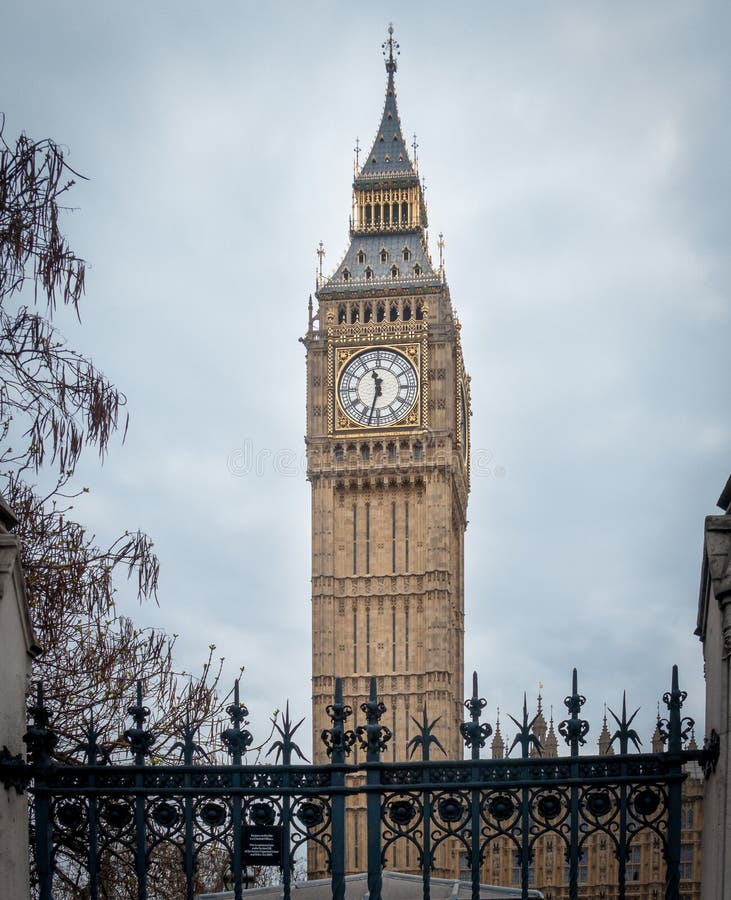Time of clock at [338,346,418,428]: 11:32
